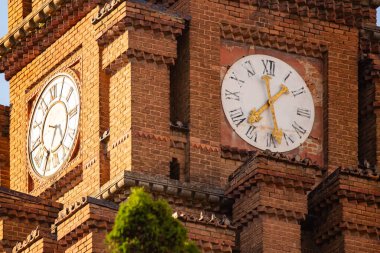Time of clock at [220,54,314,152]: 1:28
